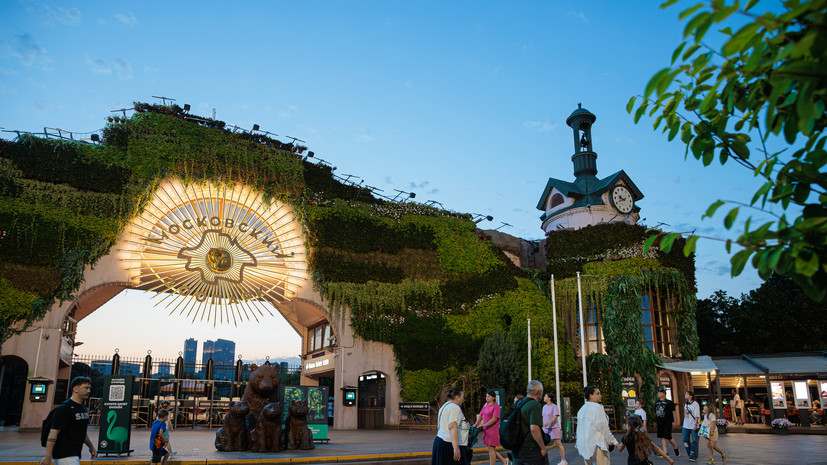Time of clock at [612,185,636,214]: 9:41
